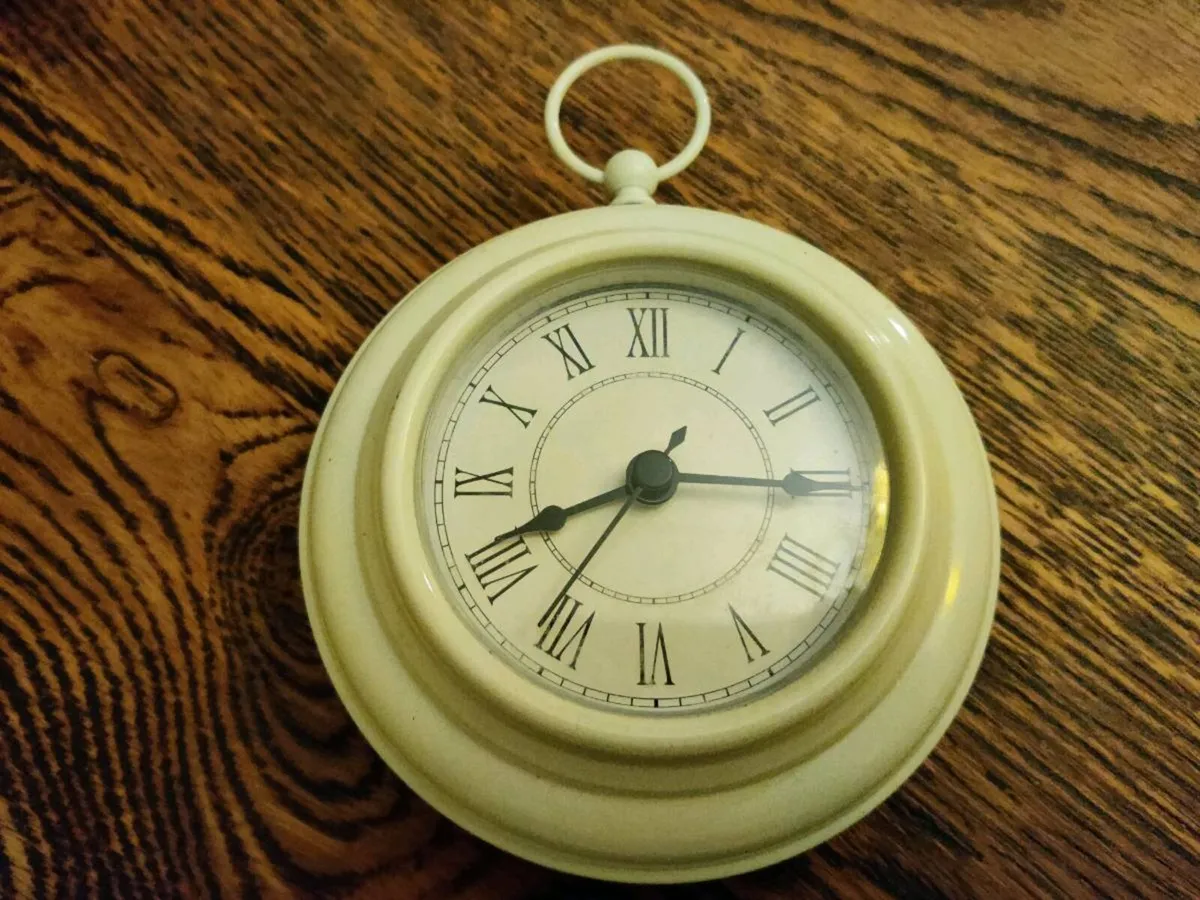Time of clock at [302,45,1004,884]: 8:15
